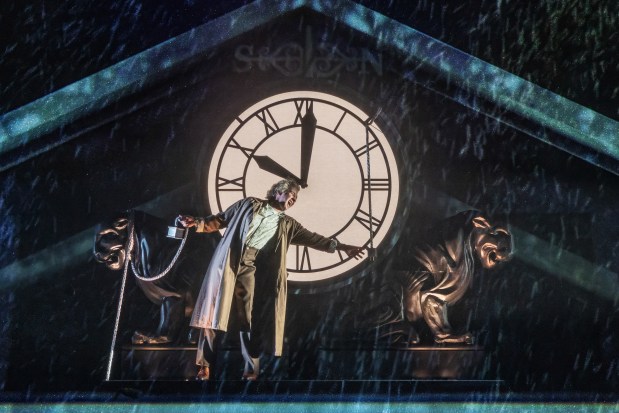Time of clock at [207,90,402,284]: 10:00
